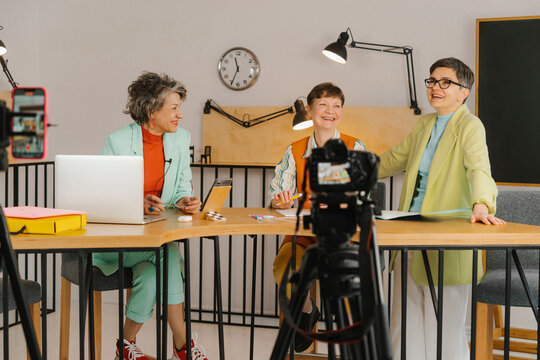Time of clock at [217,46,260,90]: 11:34
